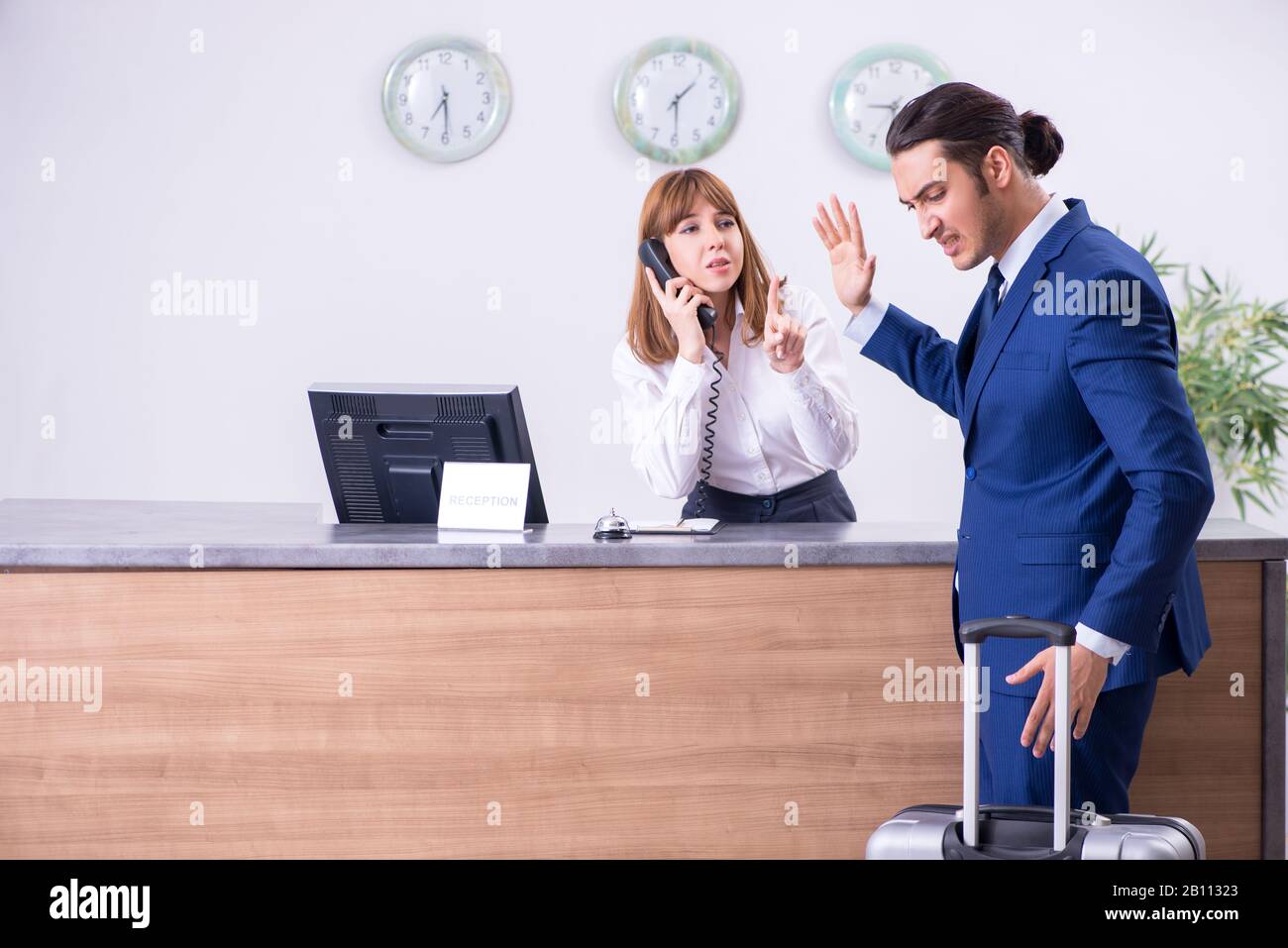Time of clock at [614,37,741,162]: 1:29
